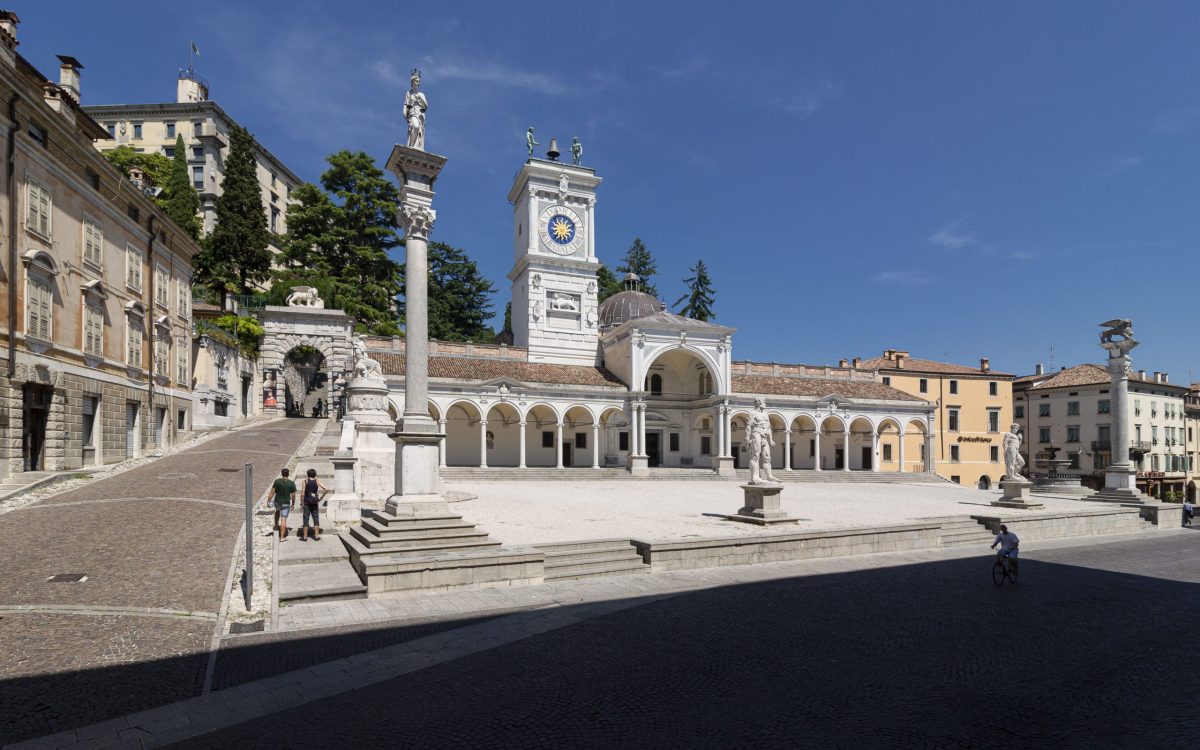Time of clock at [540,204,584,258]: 6:10
